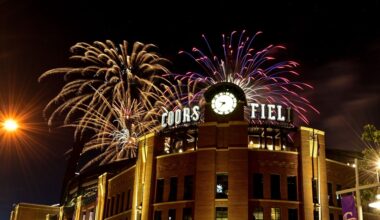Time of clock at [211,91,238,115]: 9:36
